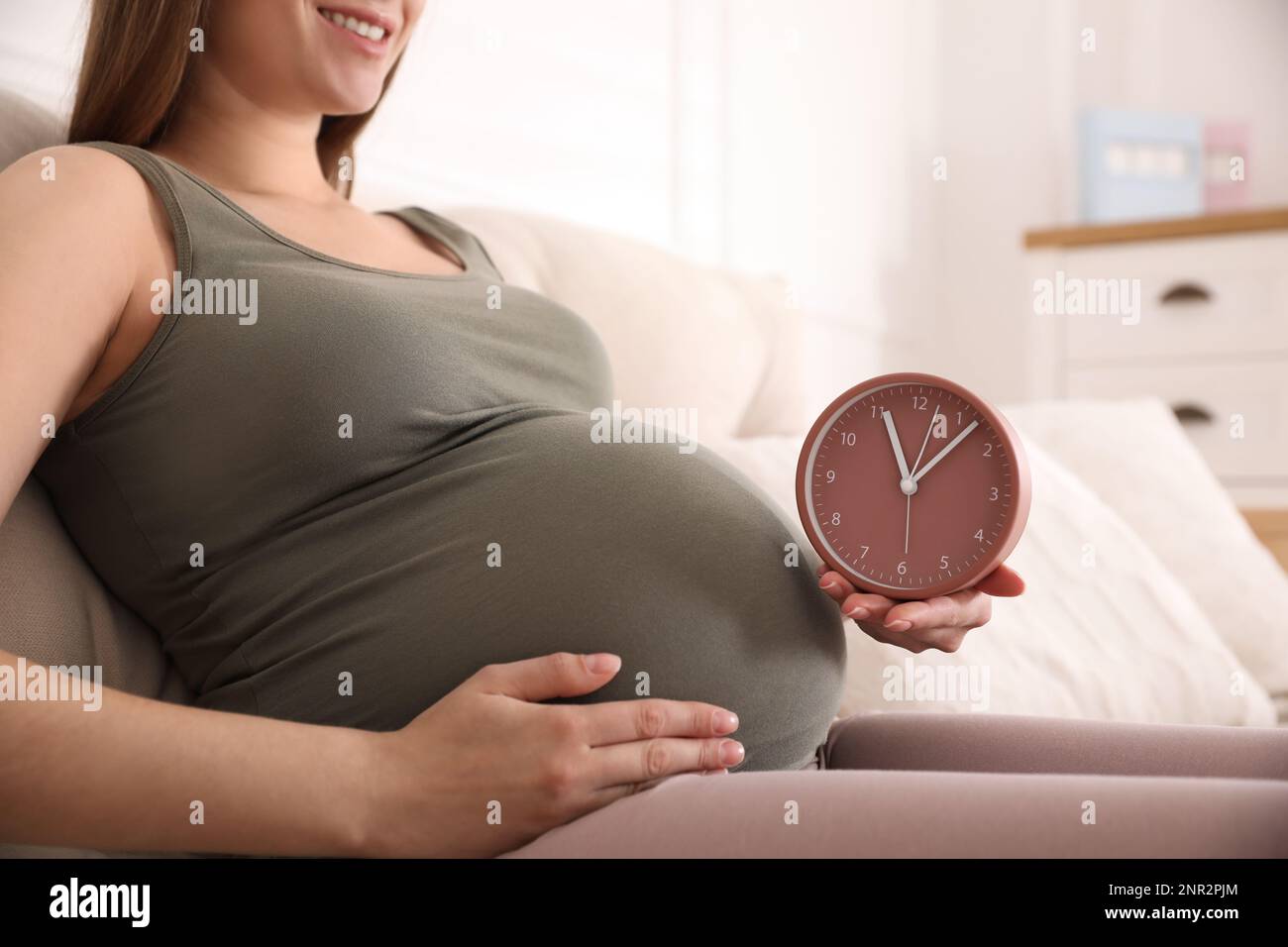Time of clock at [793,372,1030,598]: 11:07
